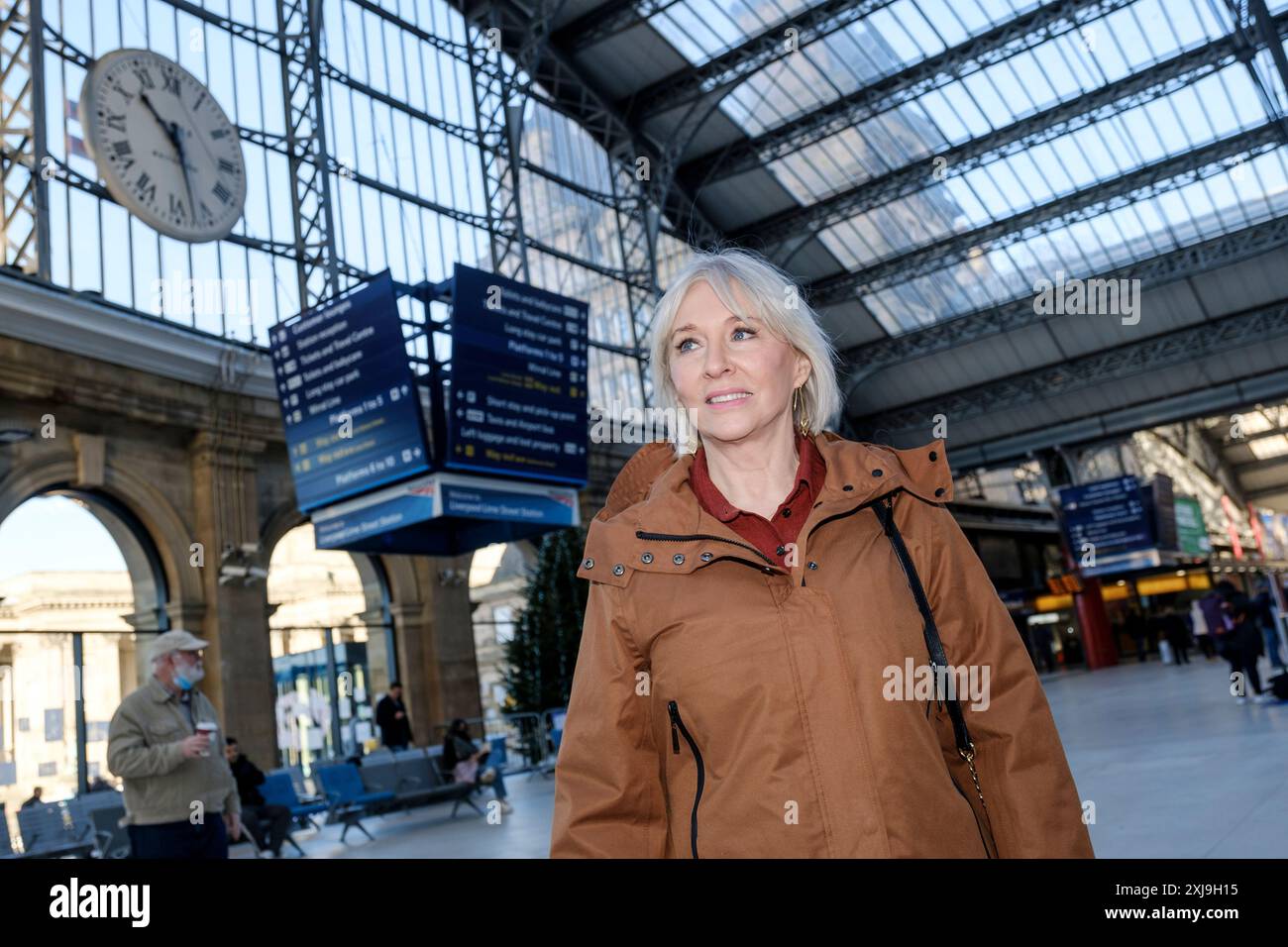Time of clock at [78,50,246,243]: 10:28
